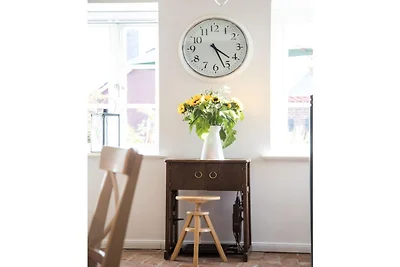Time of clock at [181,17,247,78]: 4:26
